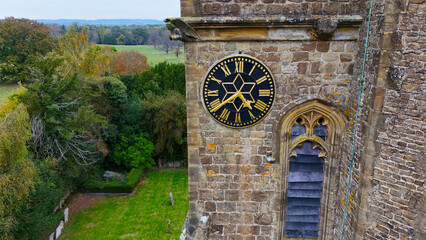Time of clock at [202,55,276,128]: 4:38
